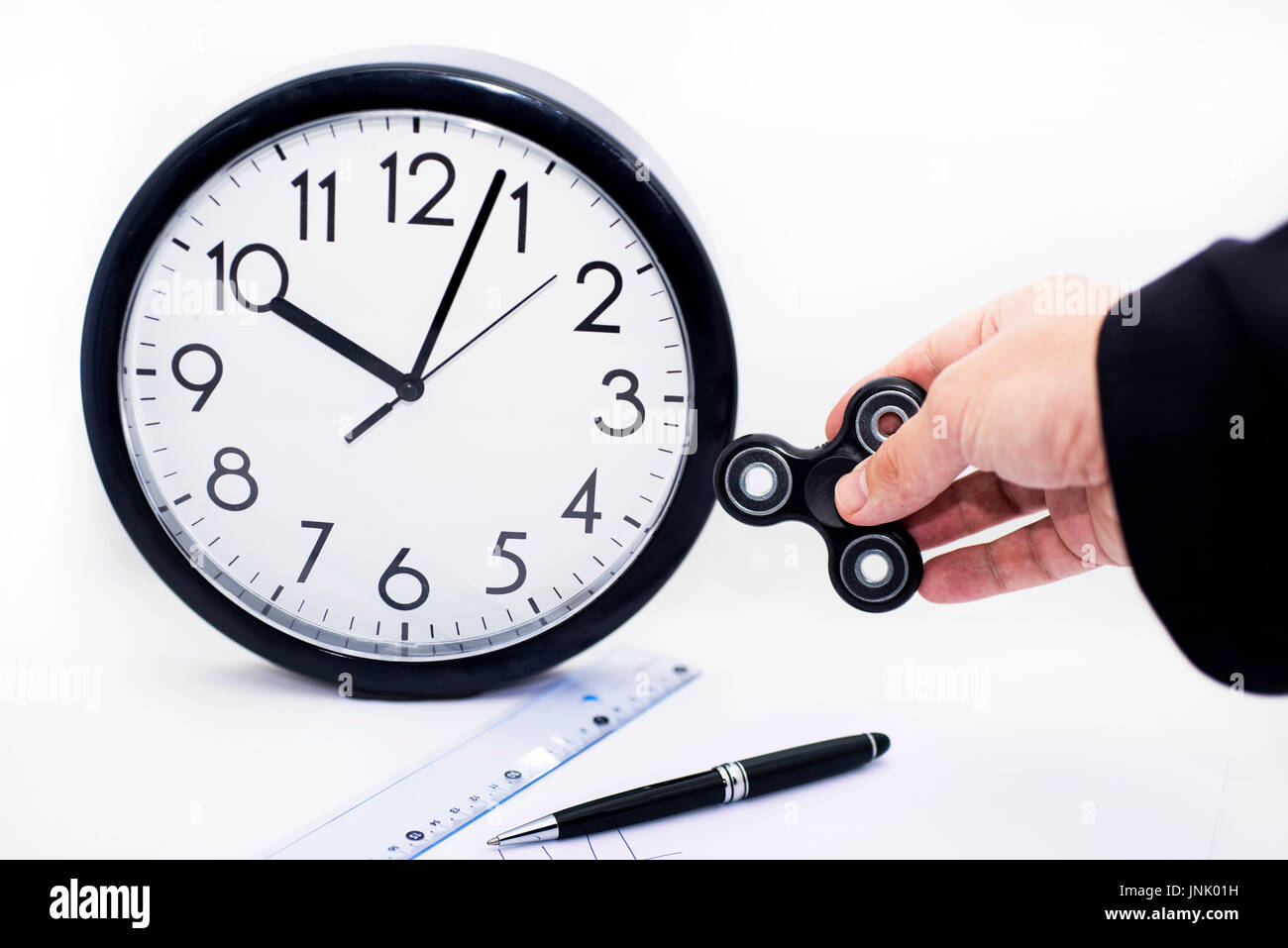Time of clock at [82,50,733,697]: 10:03
